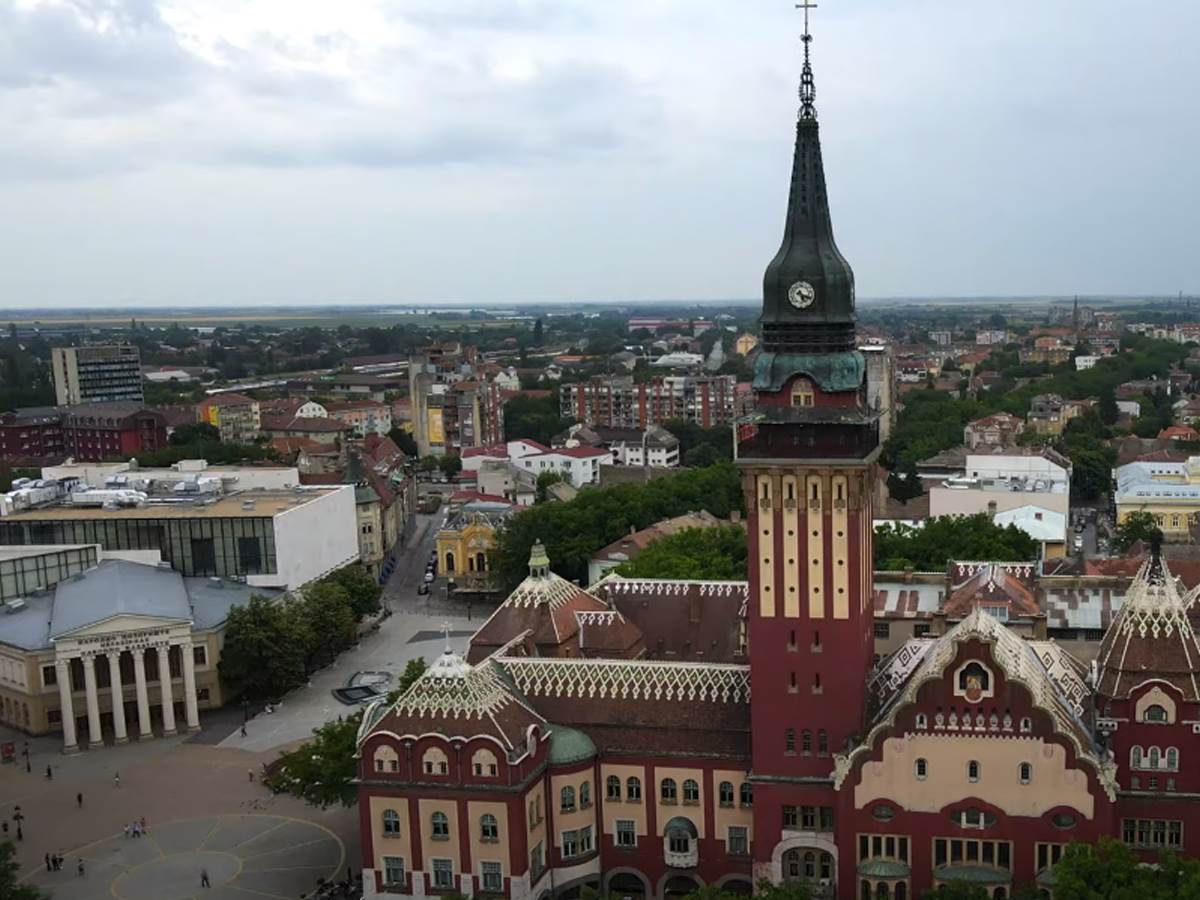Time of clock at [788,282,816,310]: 5:18
